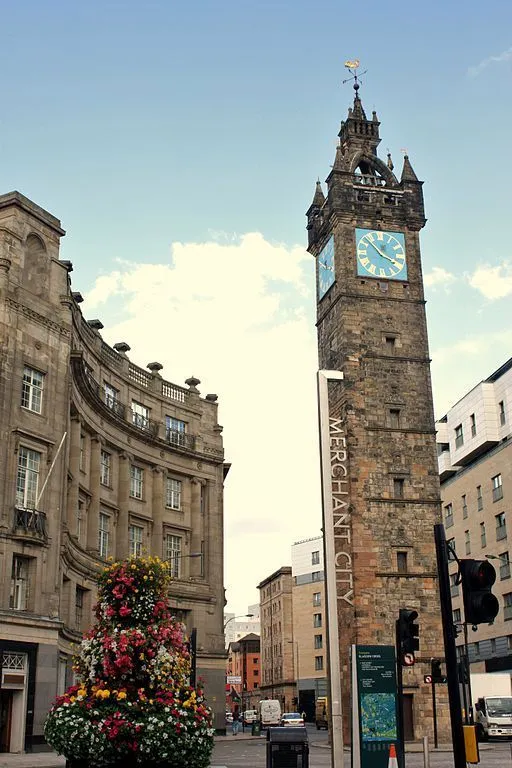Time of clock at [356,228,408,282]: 3:52
